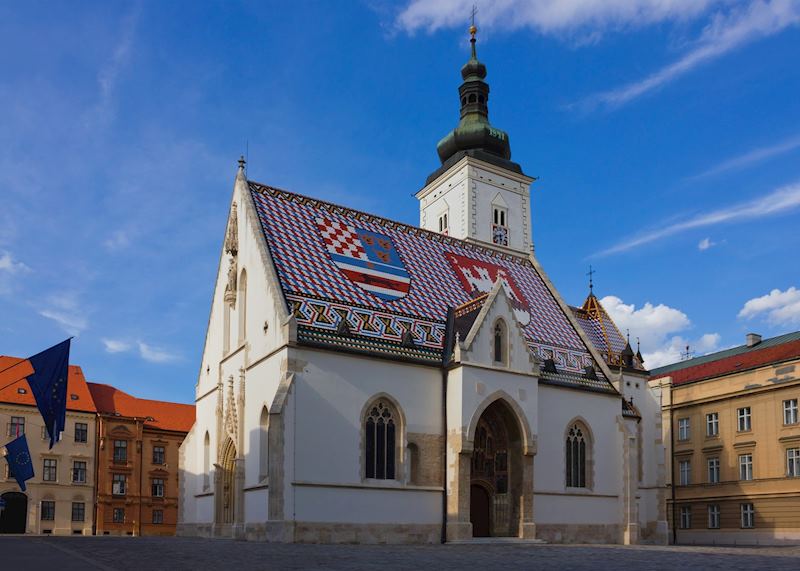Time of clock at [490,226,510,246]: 5:42
